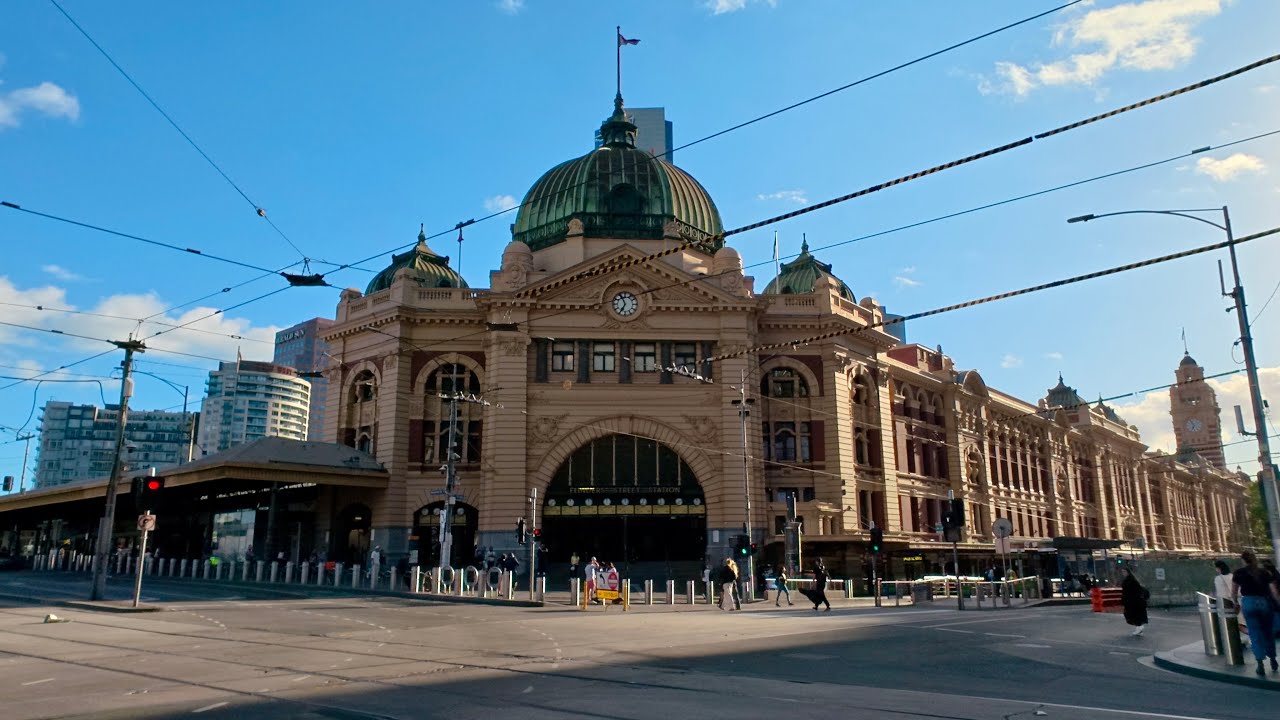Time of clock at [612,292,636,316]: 6:55
